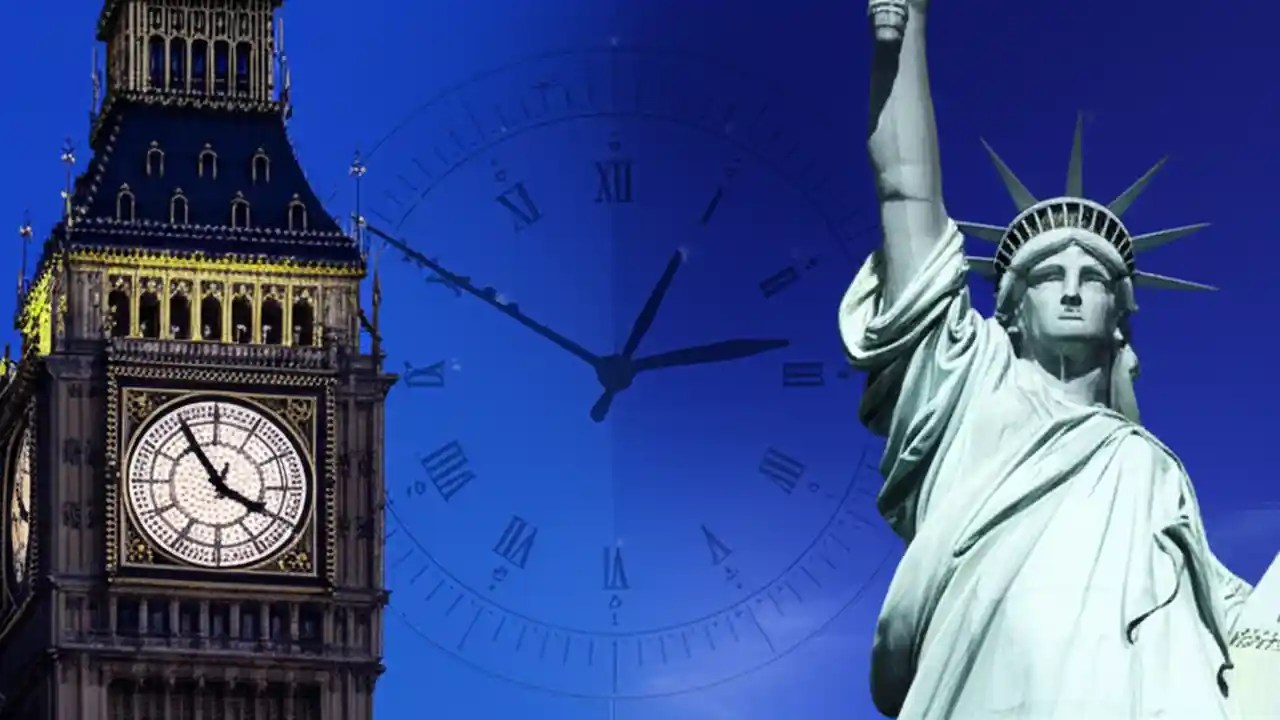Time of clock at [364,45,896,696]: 1:13
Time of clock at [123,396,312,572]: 3:54
